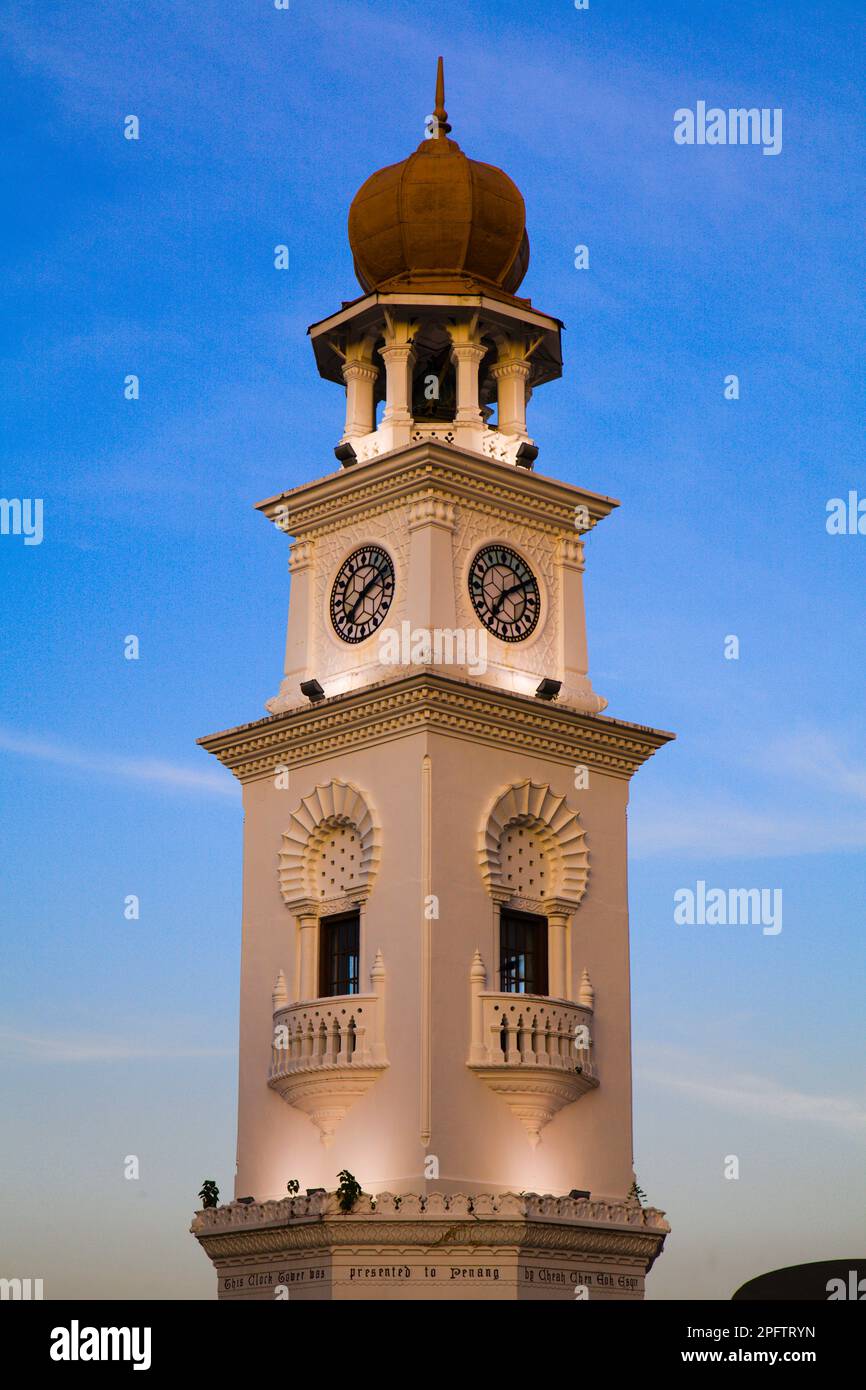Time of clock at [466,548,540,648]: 7:10
